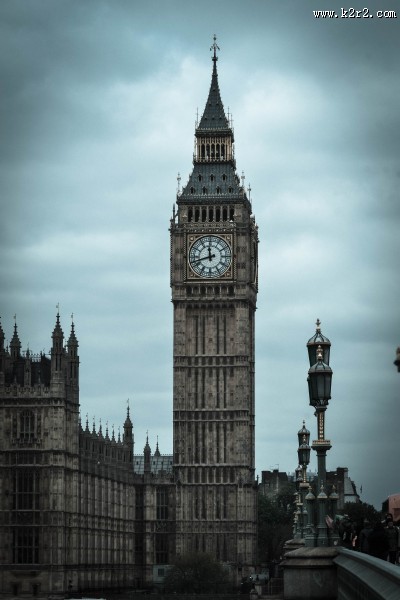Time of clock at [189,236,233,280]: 11:42
